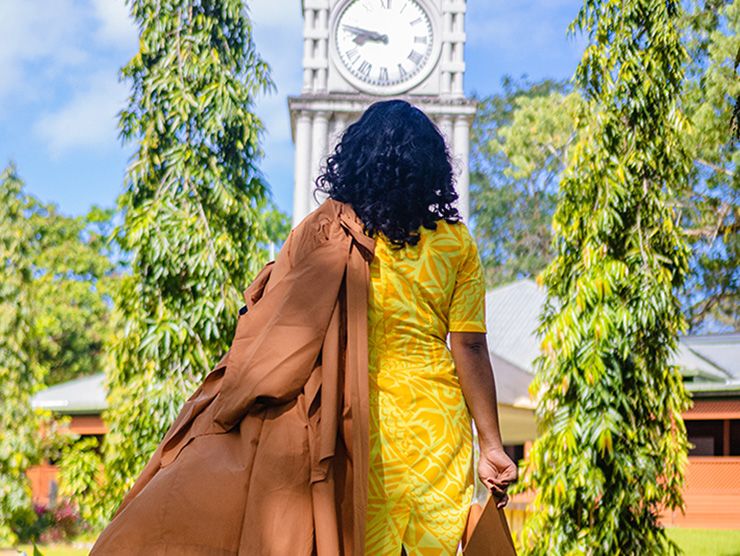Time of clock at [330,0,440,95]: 8:47
